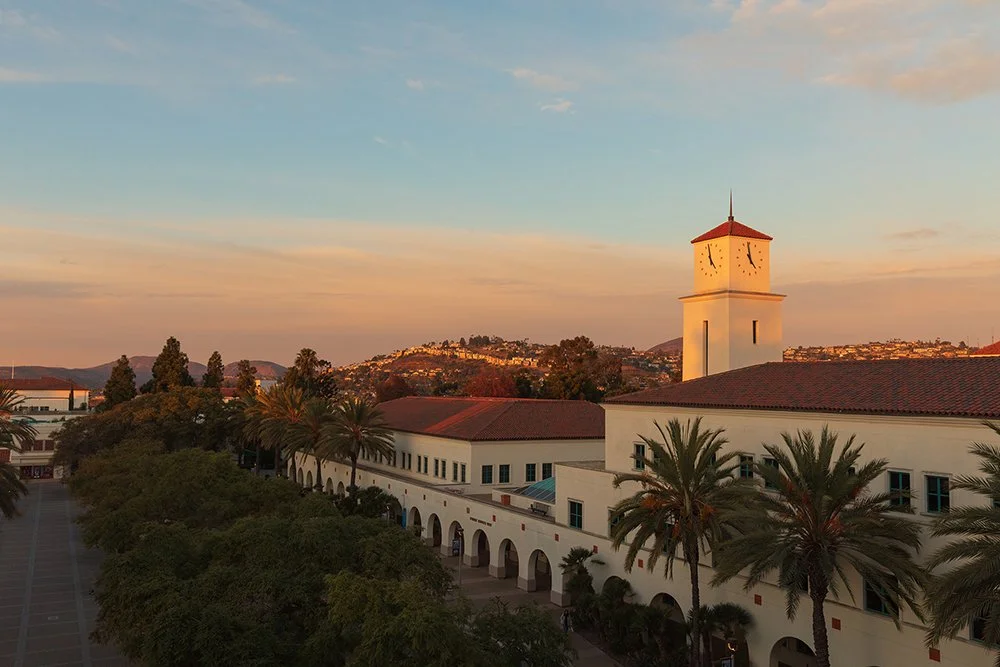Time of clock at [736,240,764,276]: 4:58
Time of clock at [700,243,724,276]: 4:57
